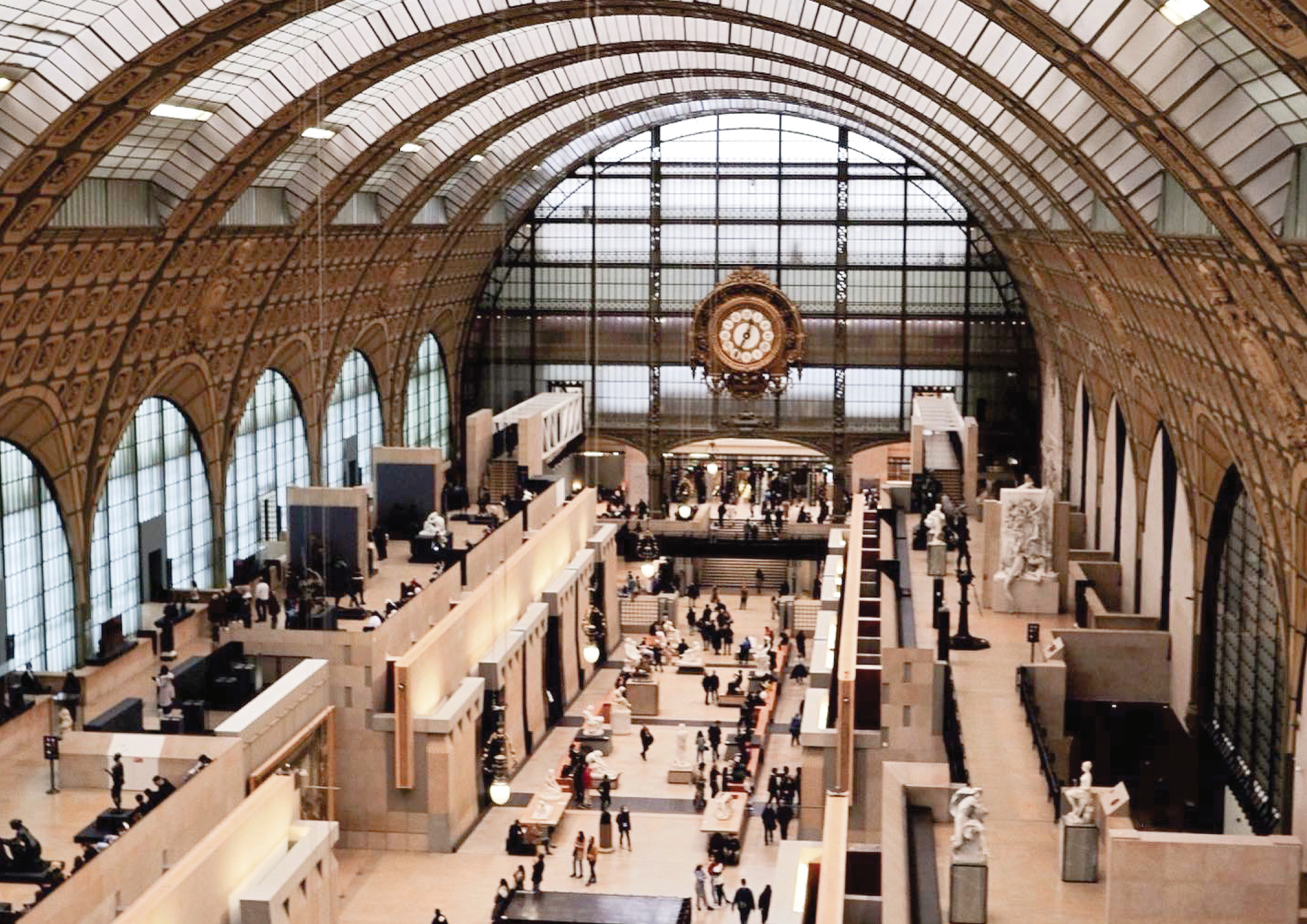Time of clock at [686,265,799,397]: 12:34
